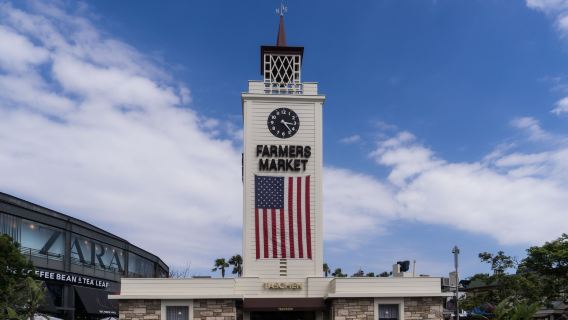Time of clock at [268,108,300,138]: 3:23
